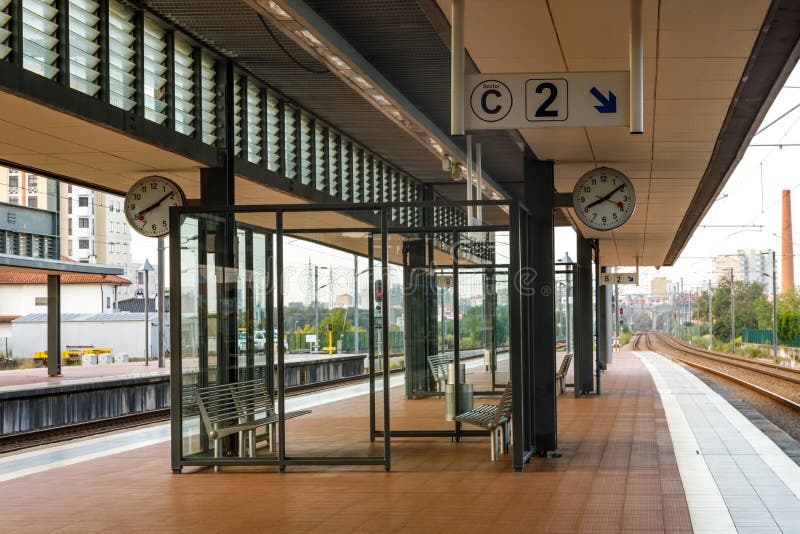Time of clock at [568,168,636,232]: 8:09
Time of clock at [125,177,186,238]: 8:08
